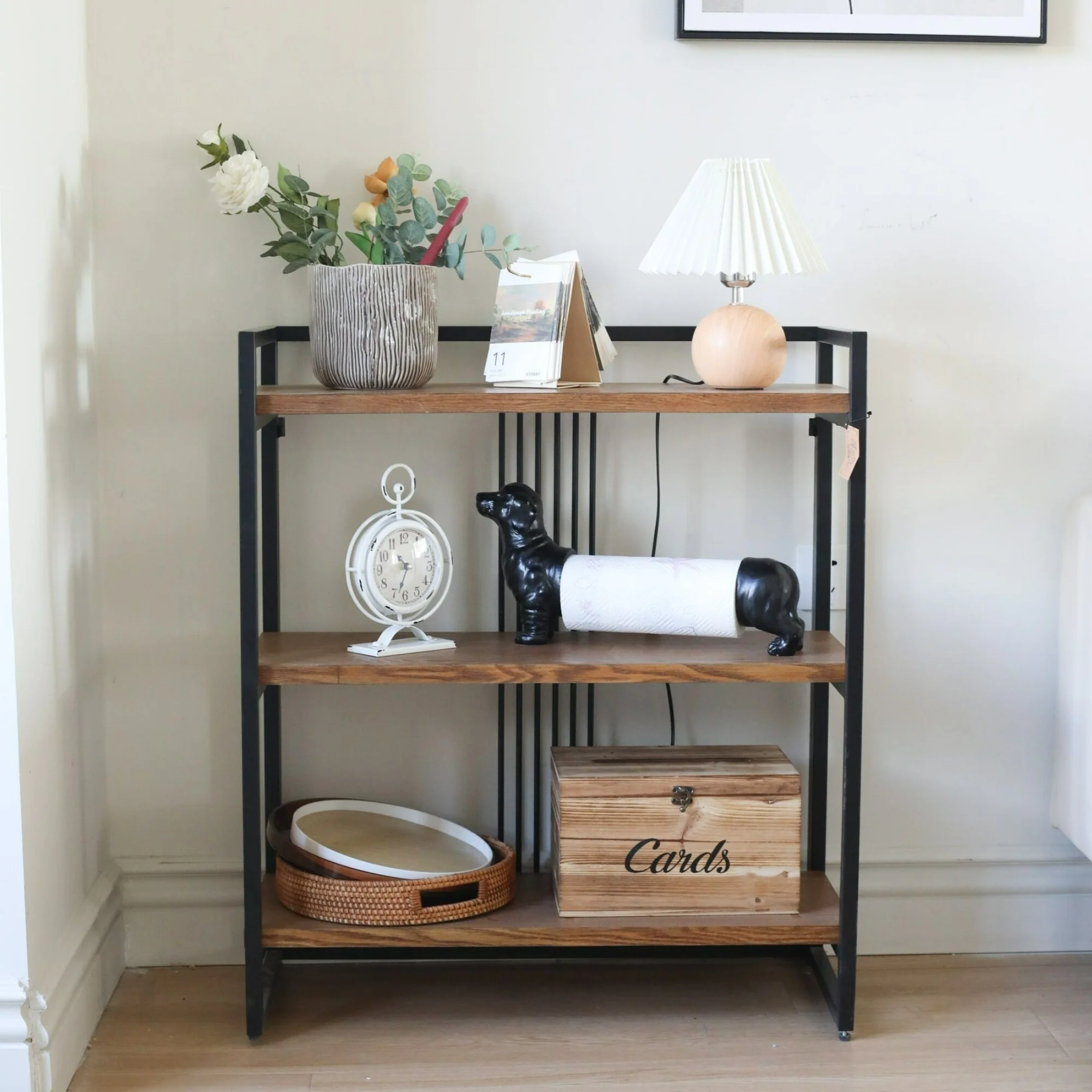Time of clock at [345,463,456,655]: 10:33
